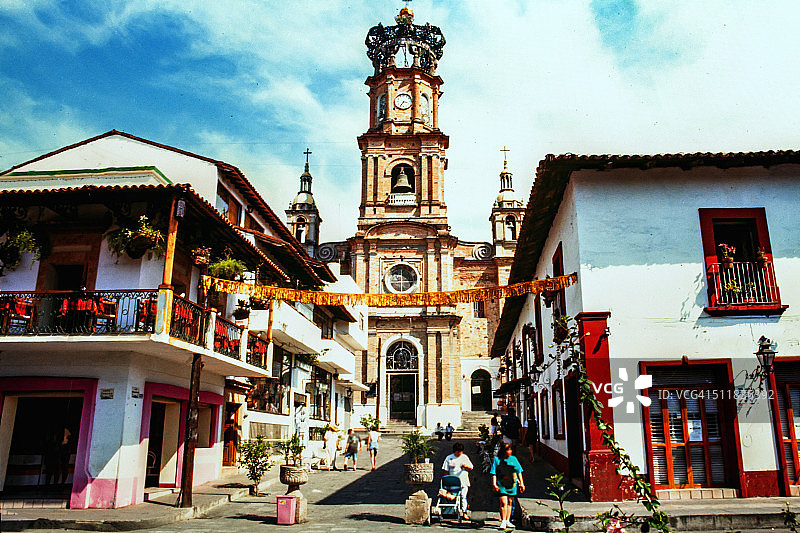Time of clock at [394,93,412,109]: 3:35
